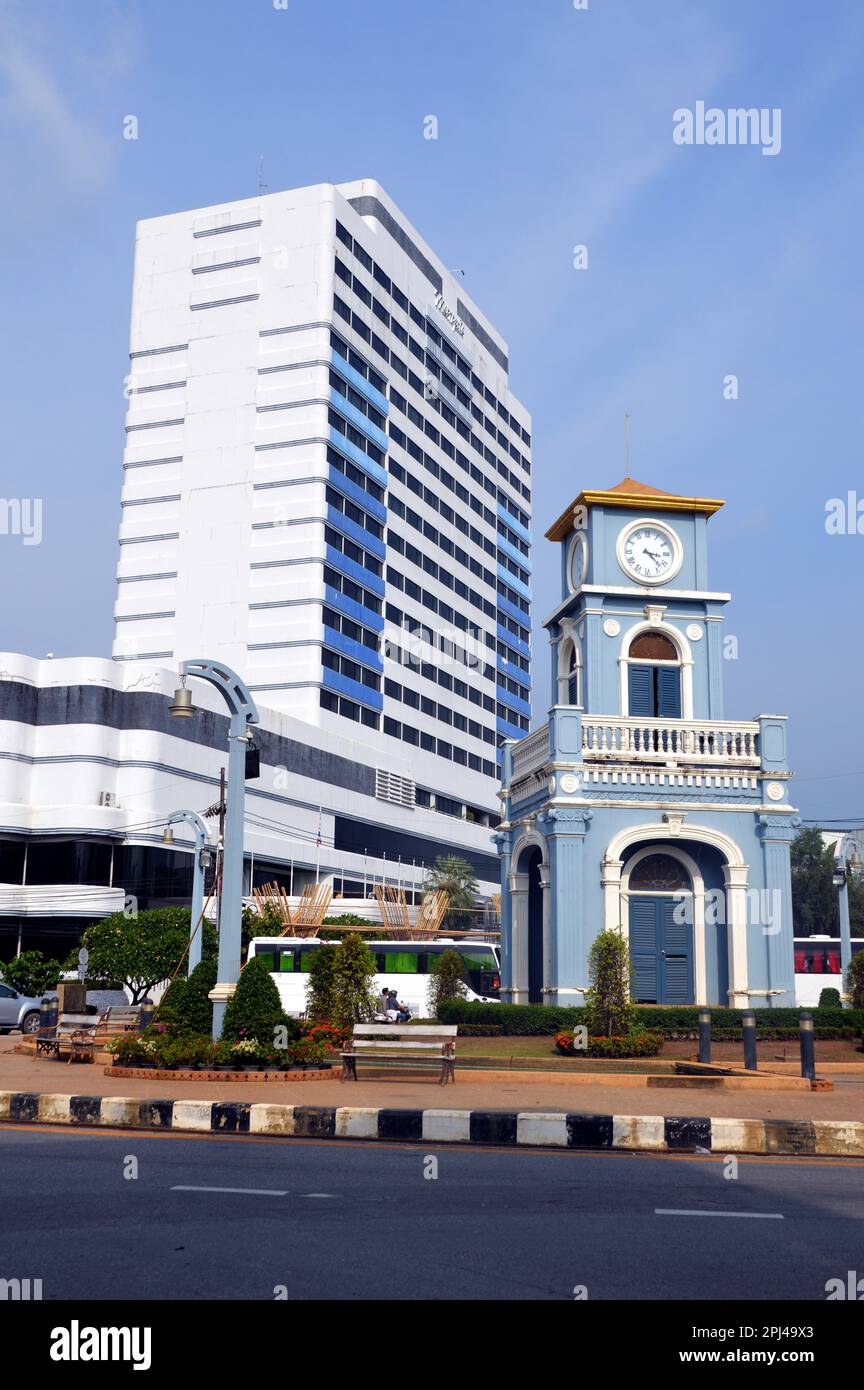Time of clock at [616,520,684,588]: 3:22
